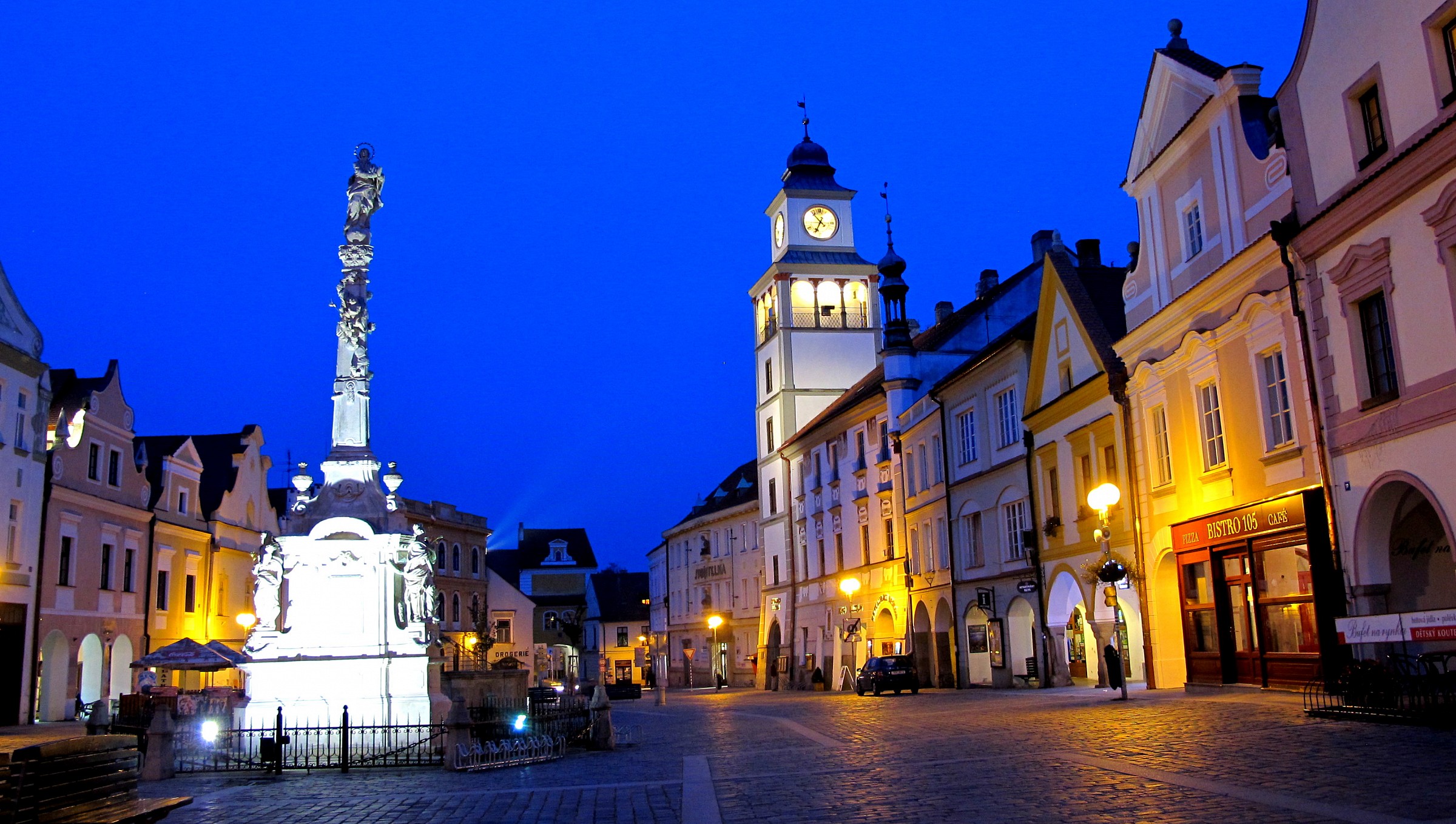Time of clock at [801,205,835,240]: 6:53
